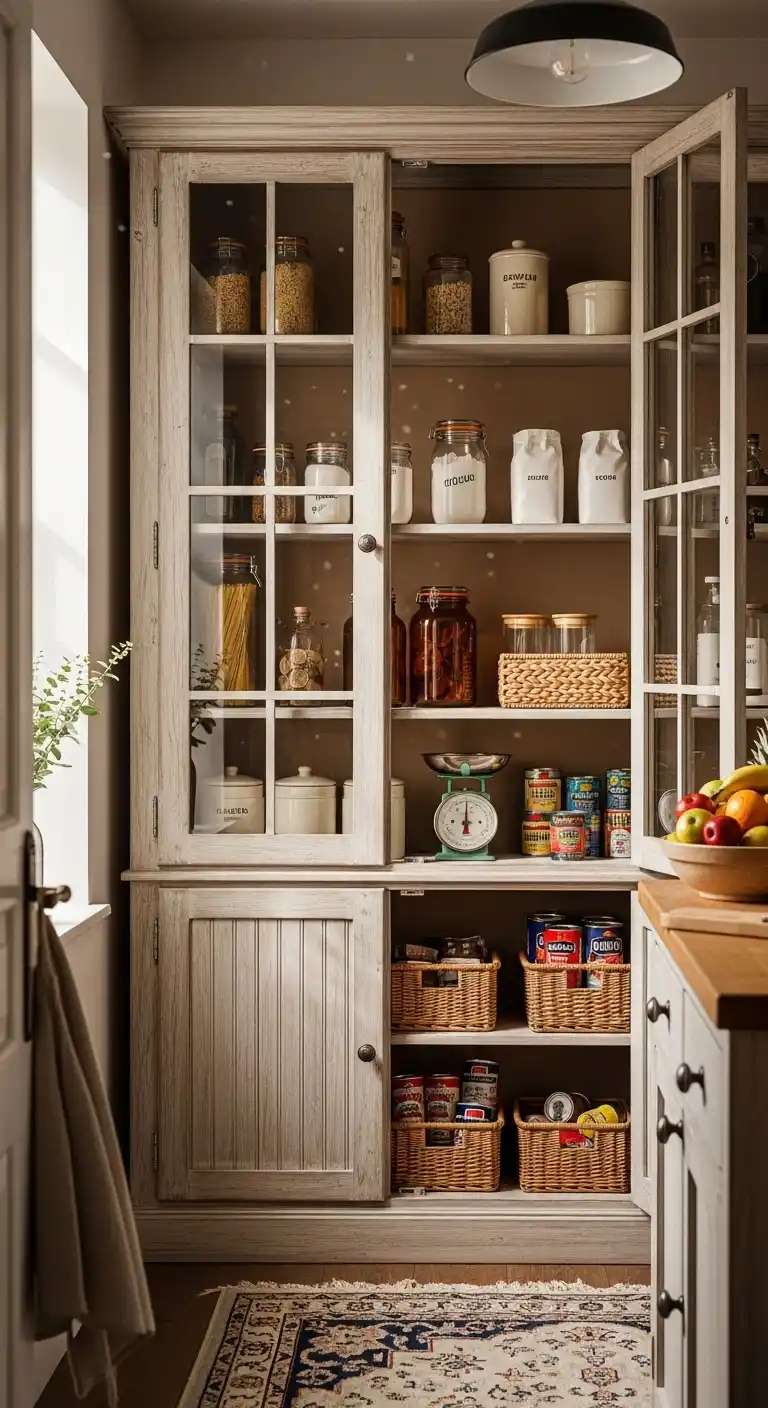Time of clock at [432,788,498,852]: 12:00
